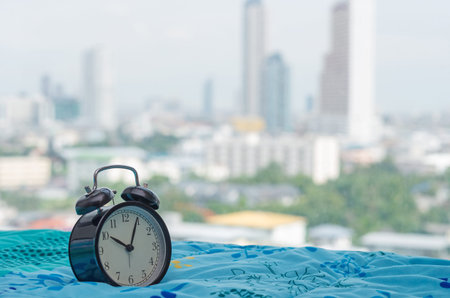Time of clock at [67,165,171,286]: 10:04
